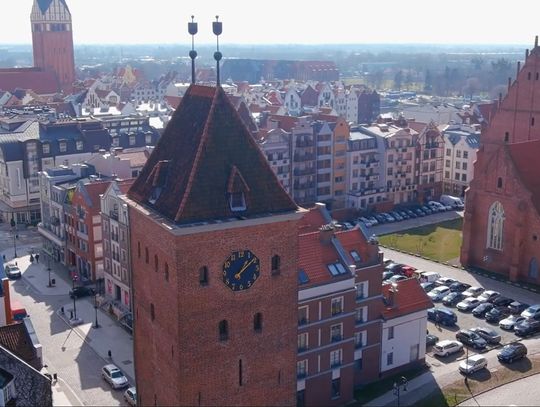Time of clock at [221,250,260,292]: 1:08
